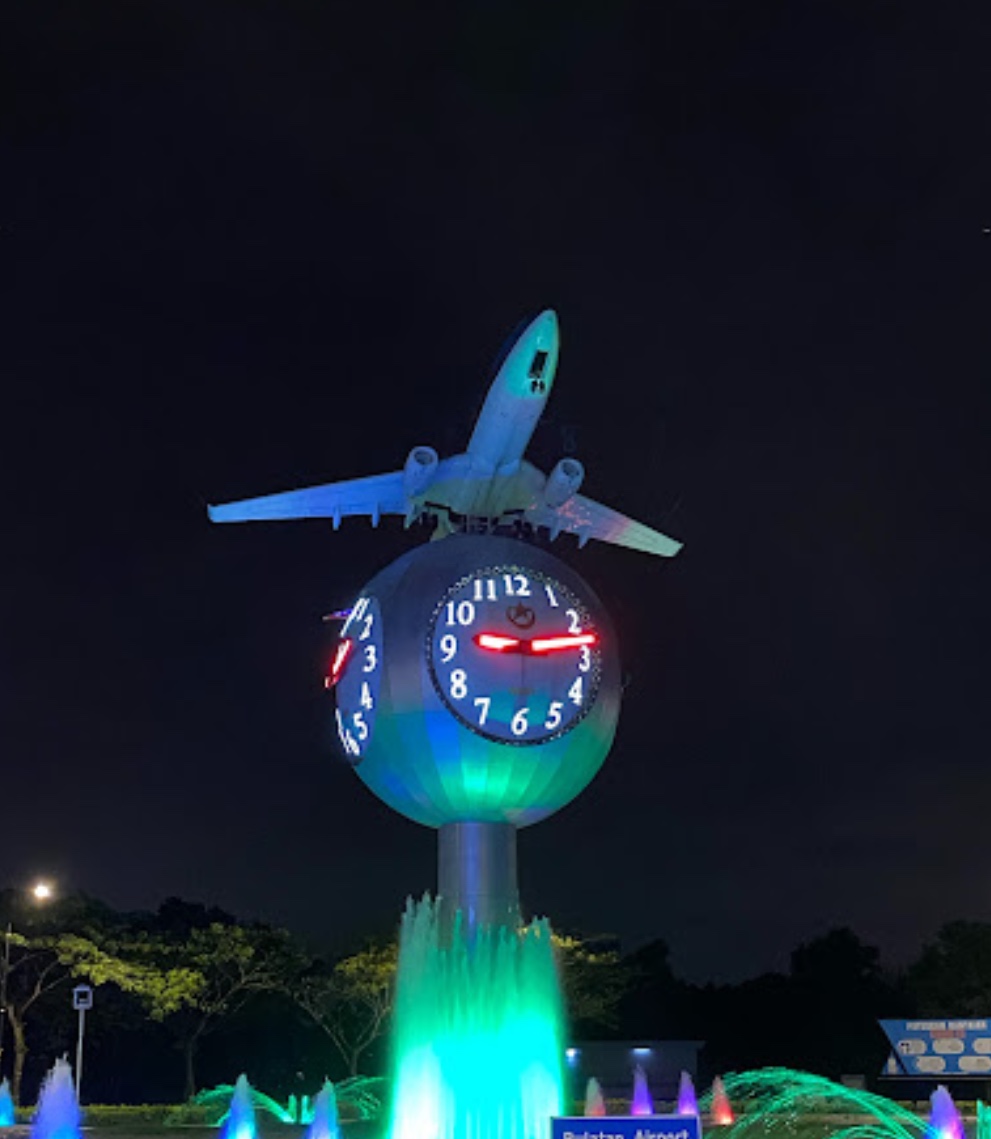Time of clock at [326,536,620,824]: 9:13
